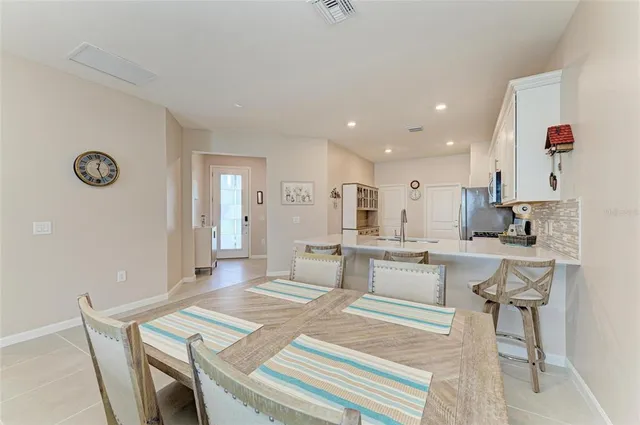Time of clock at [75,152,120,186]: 12:26
